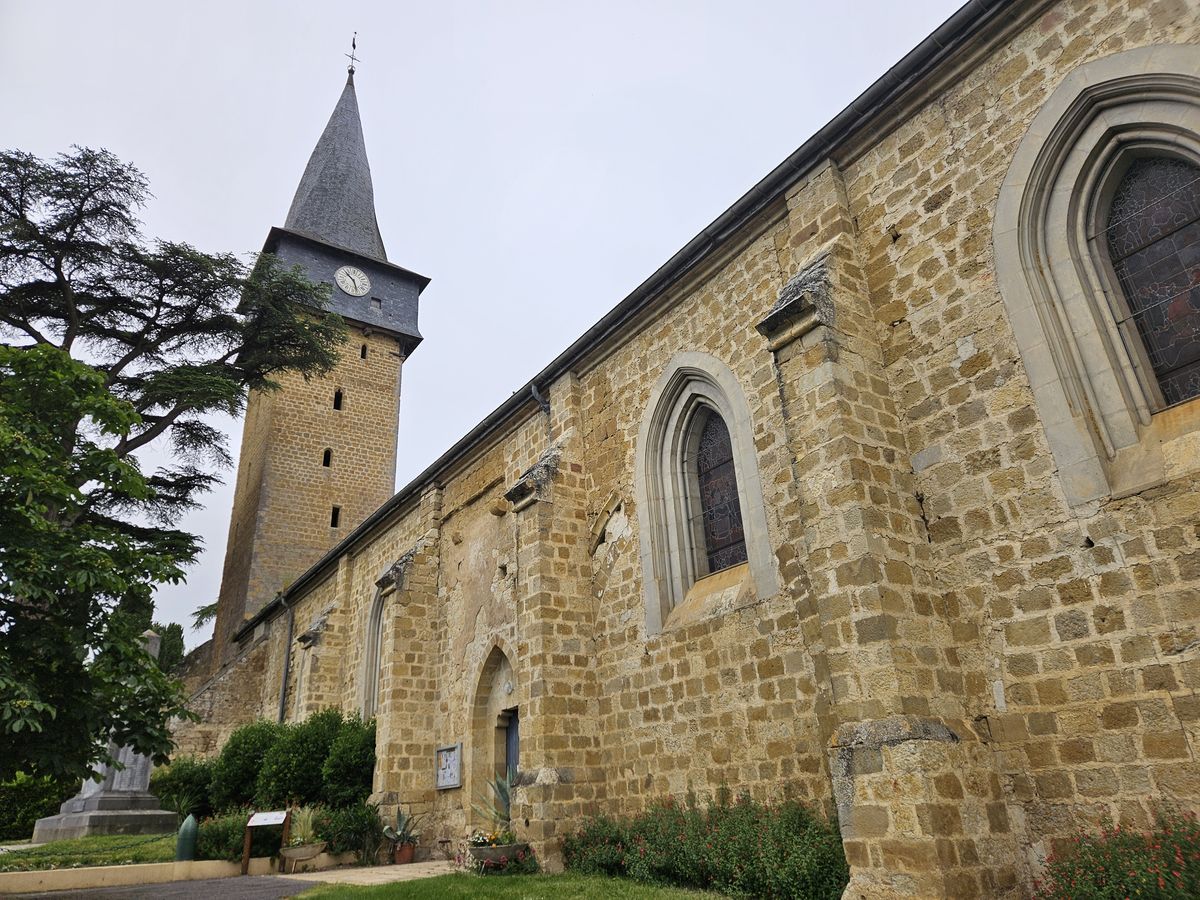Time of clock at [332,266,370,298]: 10:28
